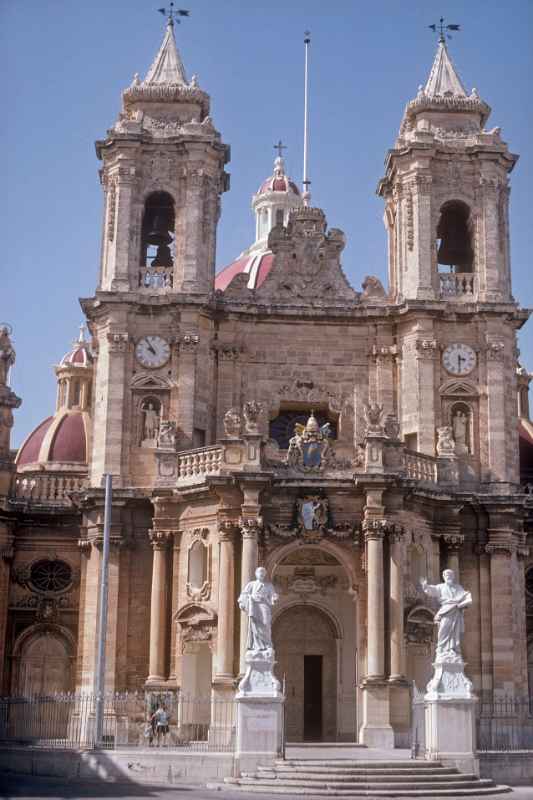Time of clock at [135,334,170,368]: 9:54
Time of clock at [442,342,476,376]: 3:29
